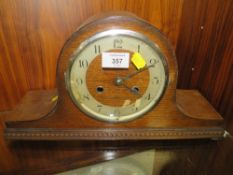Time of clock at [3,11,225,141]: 4:10
